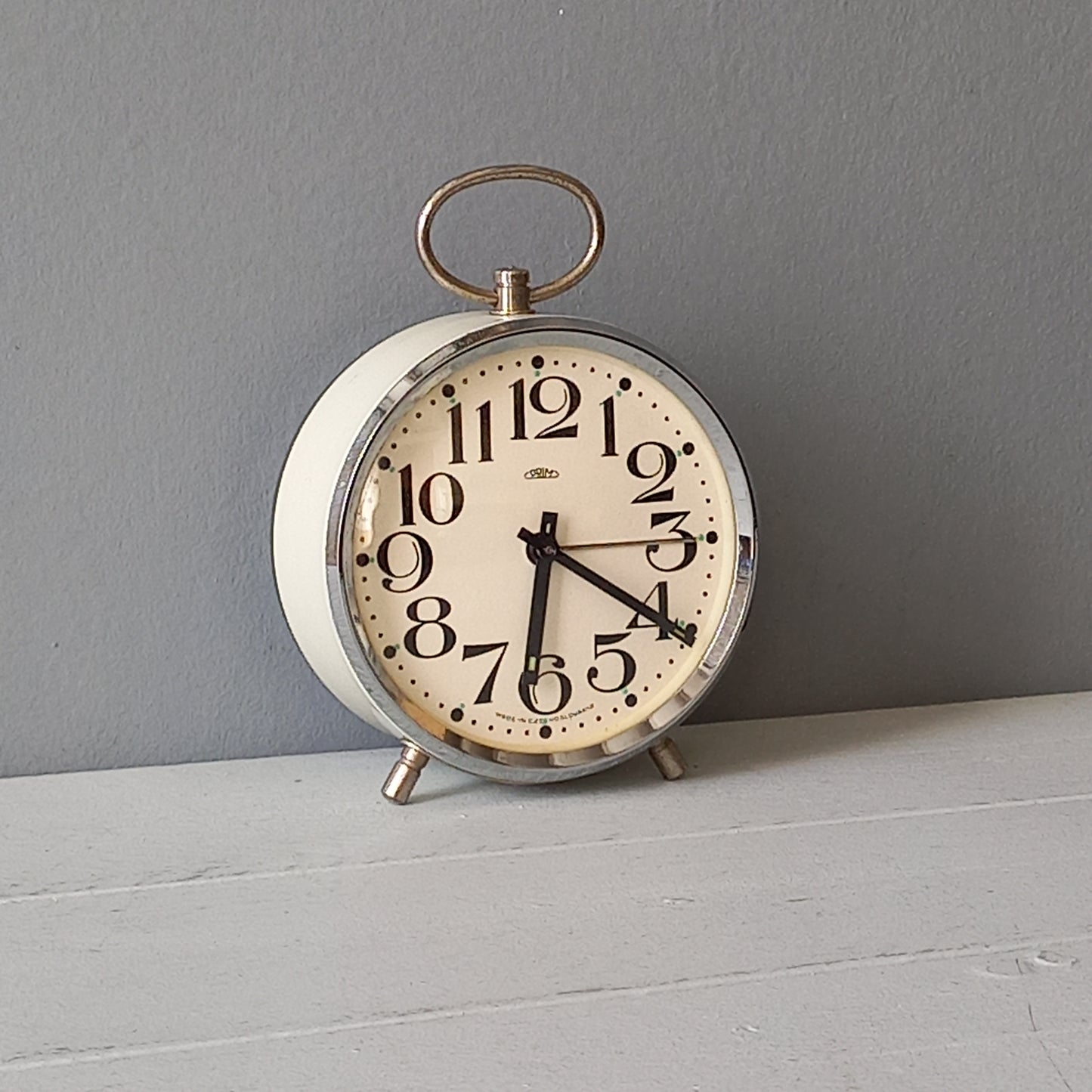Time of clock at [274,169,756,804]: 6:20
